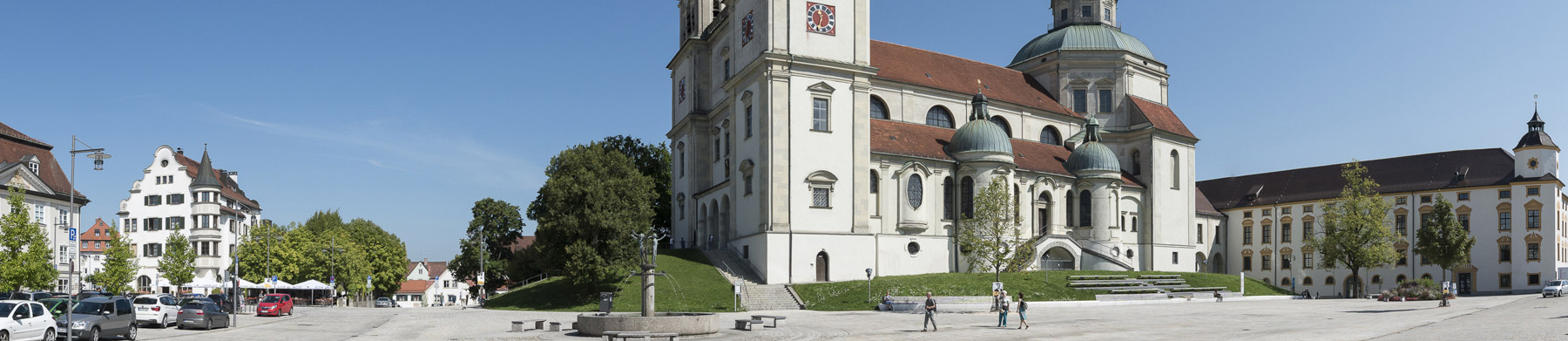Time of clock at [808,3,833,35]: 11:32
